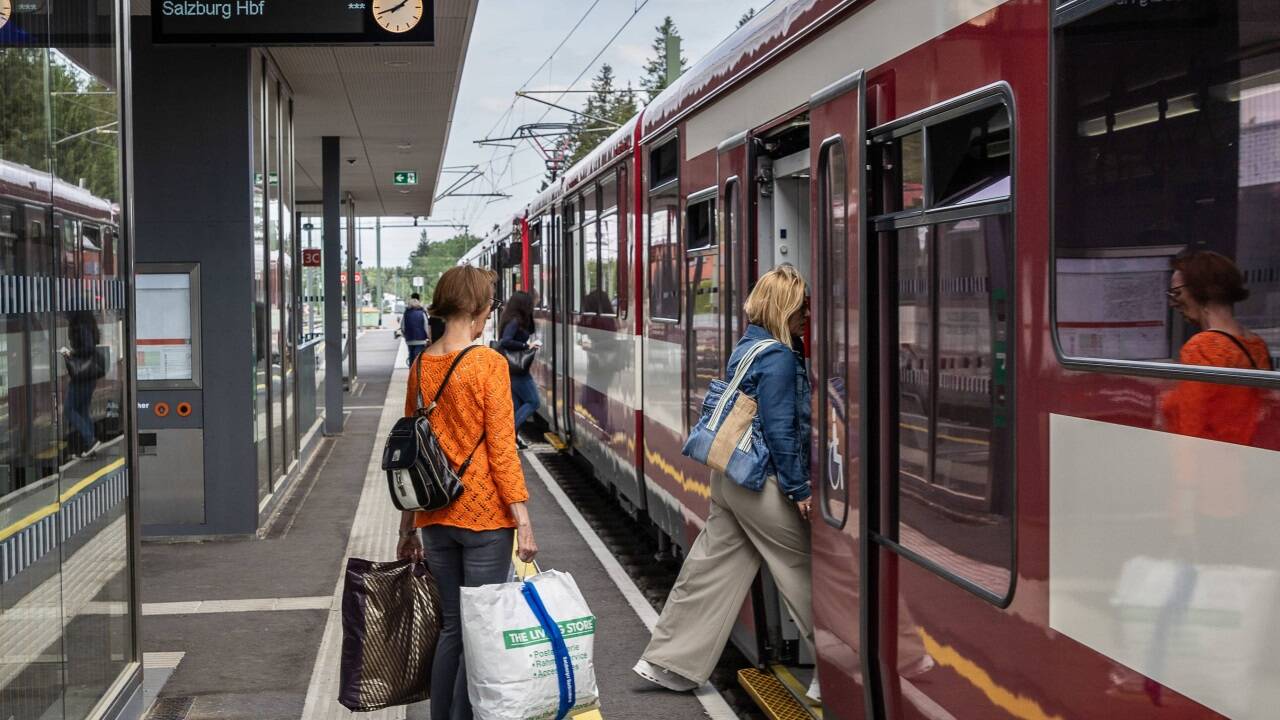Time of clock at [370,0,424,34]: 1:41
